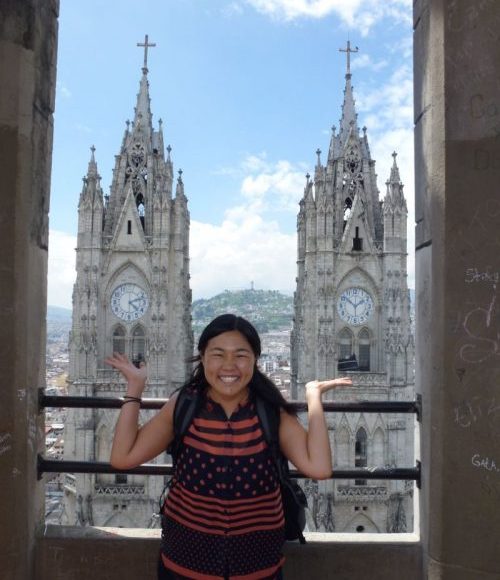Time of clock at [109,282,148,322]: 4:12
